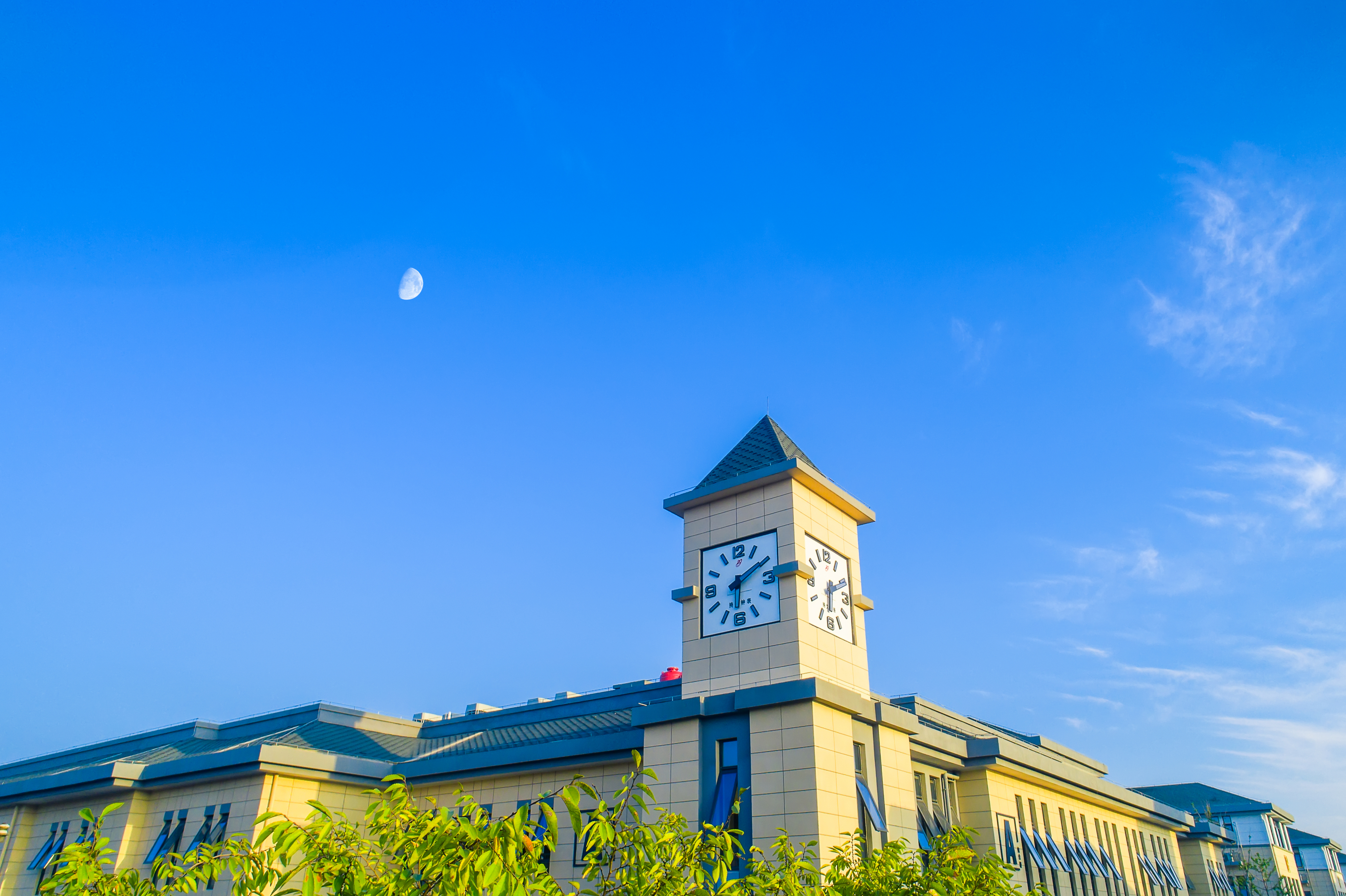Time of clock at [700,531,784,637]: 6:10
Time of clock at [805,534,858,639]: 6:10
